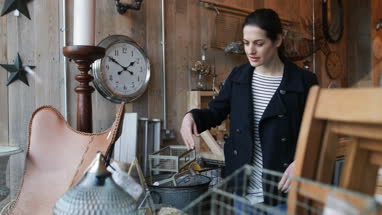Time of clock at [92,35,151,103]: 1:50
